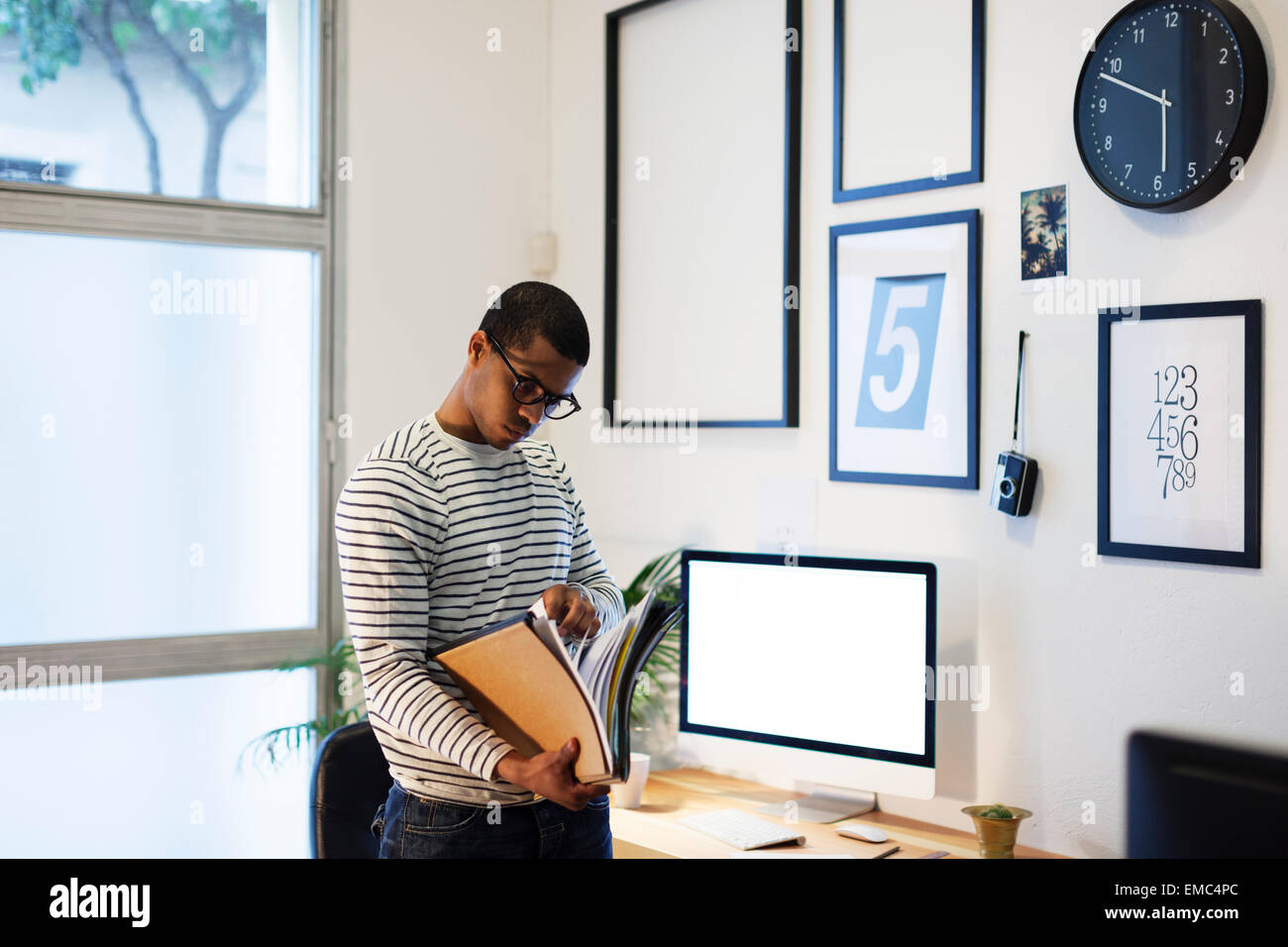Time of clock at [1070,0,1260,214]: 5:48
